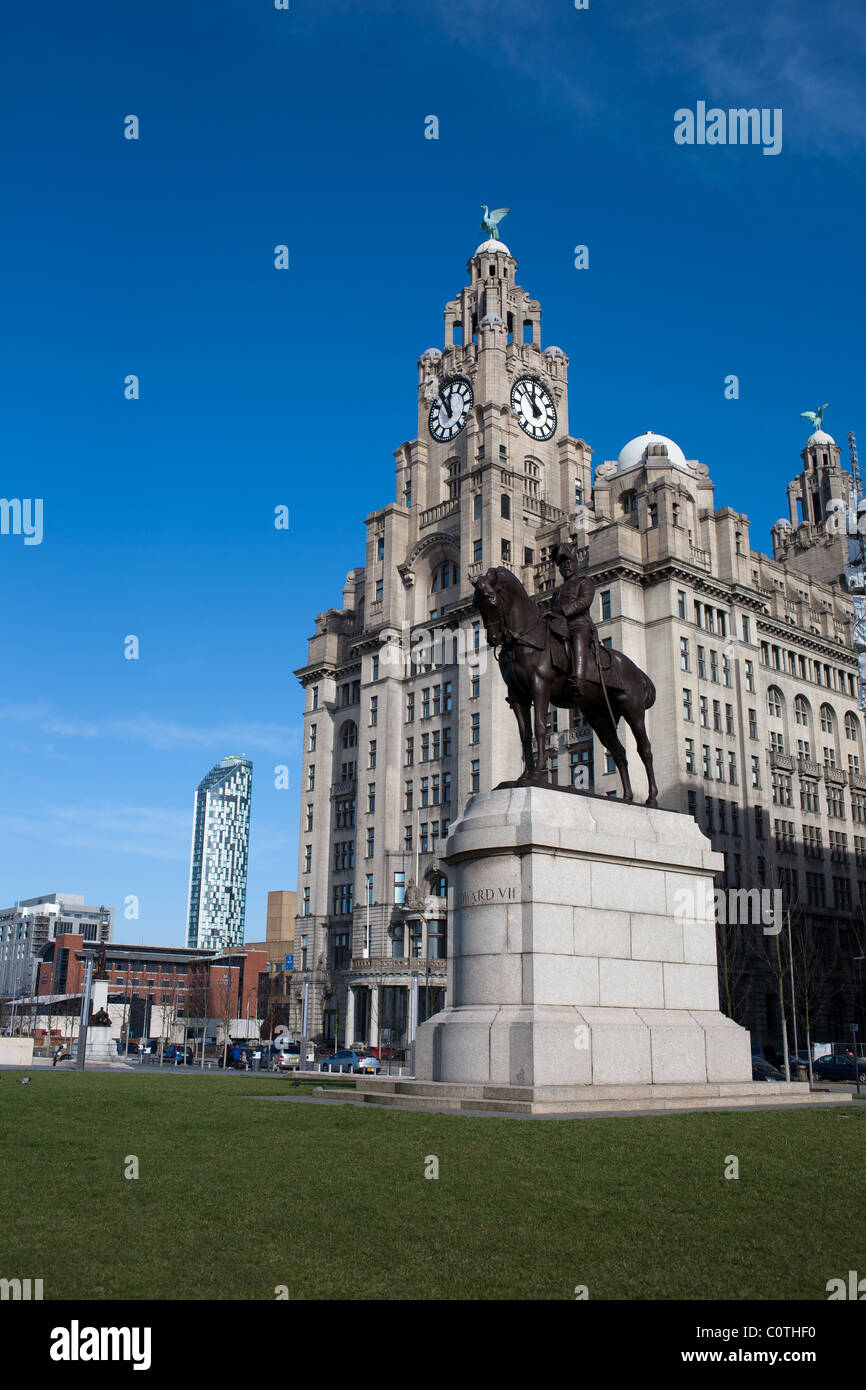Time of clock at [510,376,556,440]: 11:53
